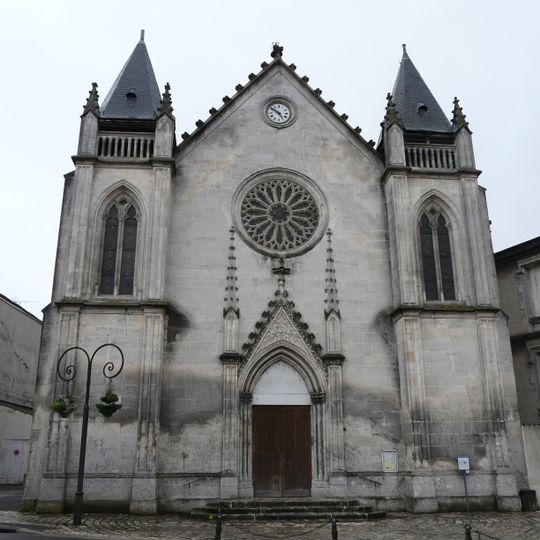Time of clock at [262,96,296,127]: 4:50
